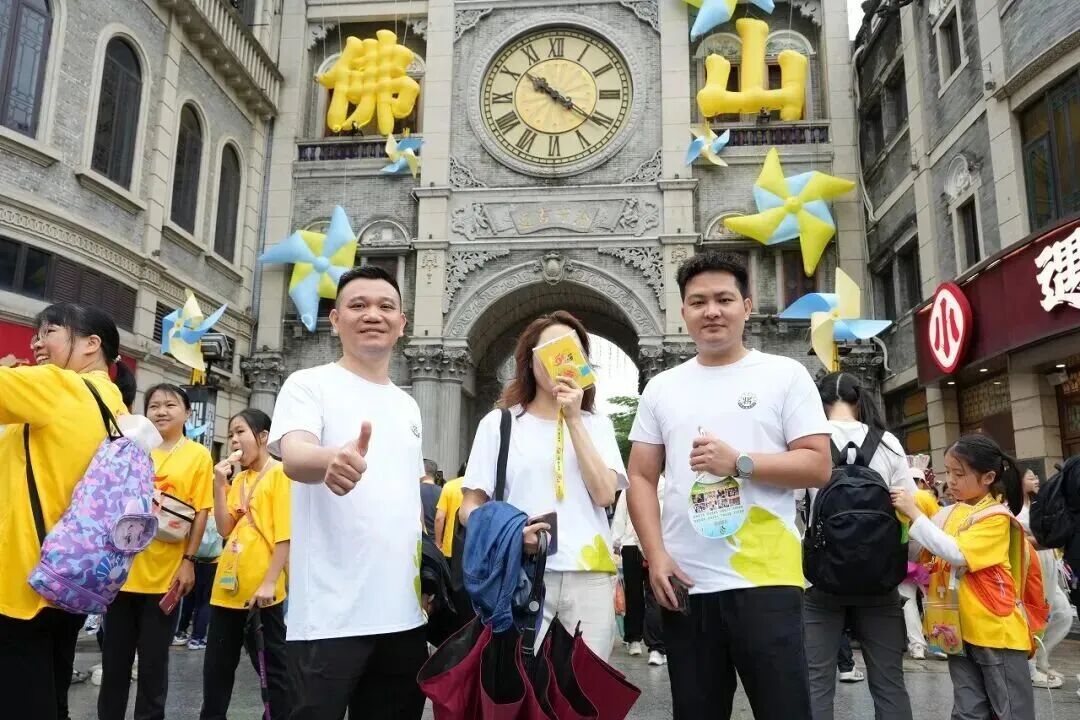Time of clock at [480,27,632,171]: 10:20
